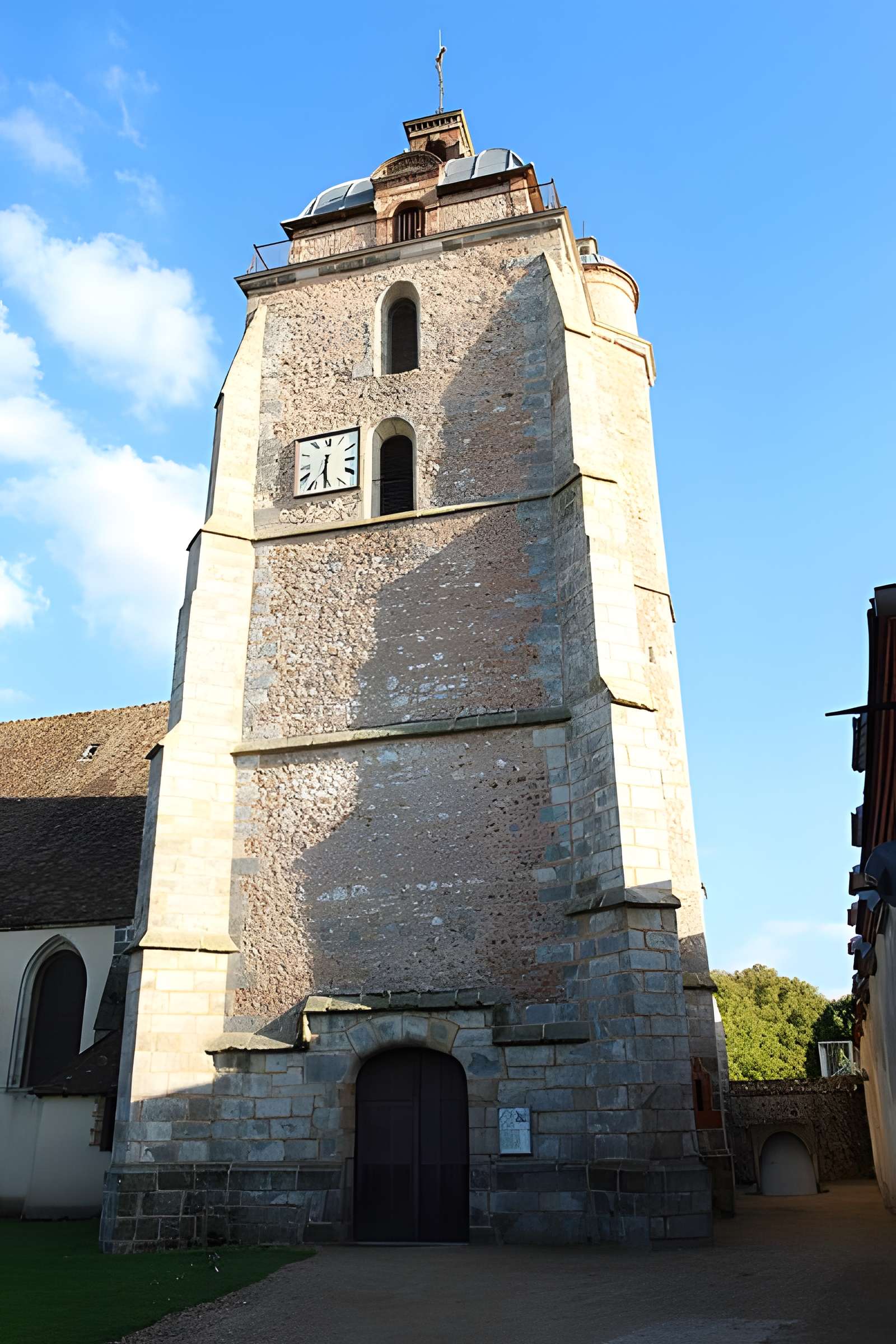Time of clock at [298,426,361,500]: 6:30
